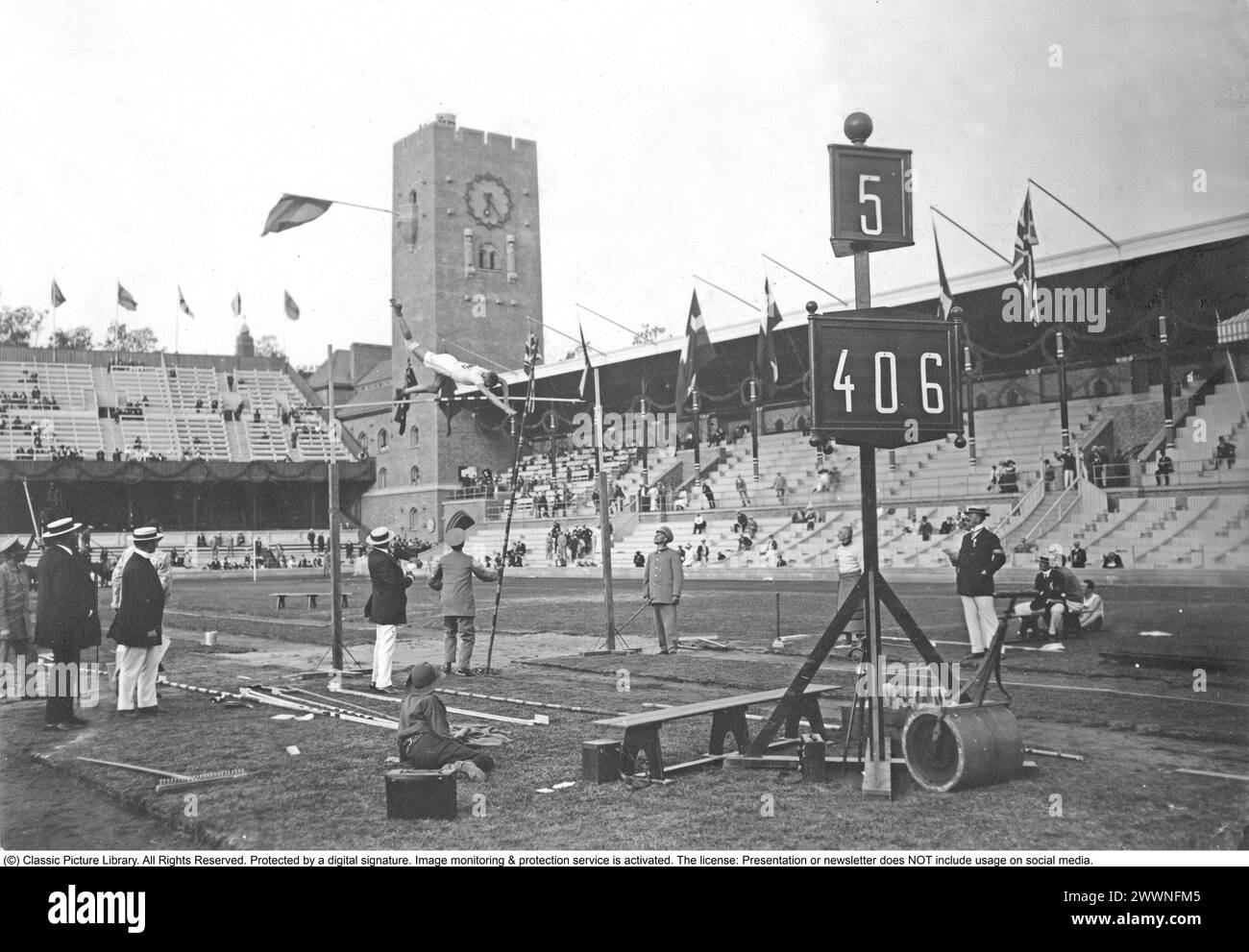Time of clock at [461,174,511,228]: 6:23
